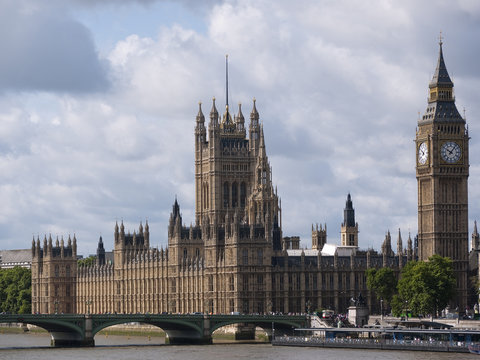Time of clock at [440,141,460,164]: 10:06
